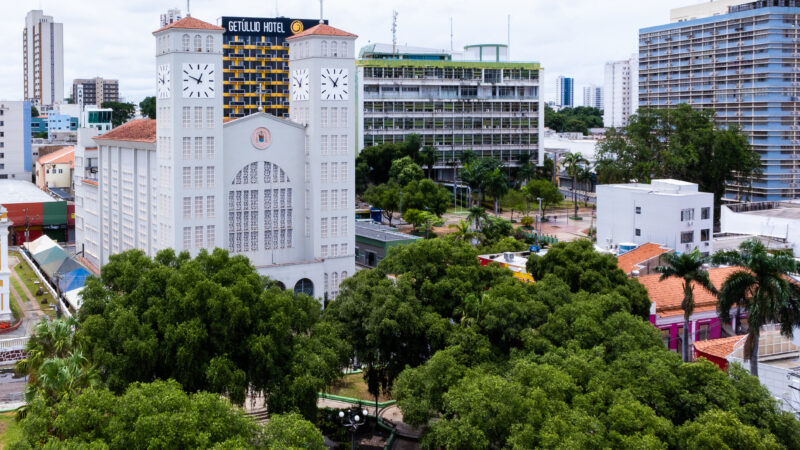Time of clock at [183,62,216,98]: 12:48
